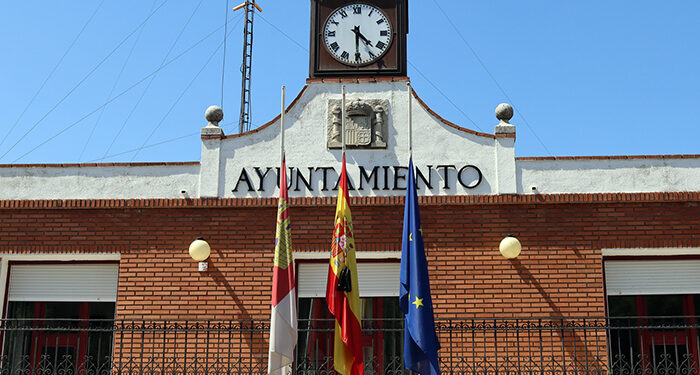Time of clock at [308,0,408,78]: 4:29
